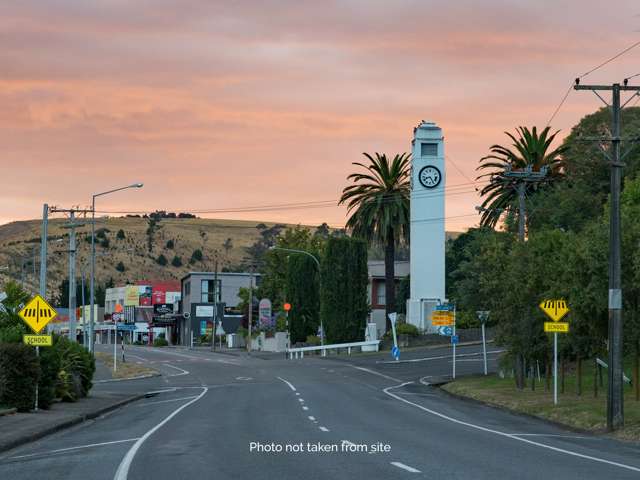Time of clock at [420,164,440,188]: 8:24
